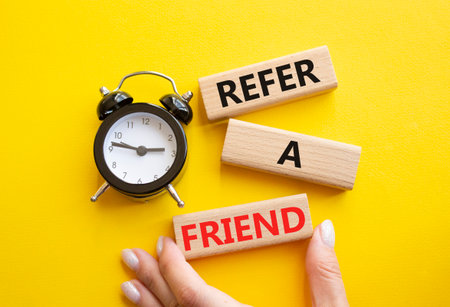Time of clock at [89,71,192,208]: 2:46
